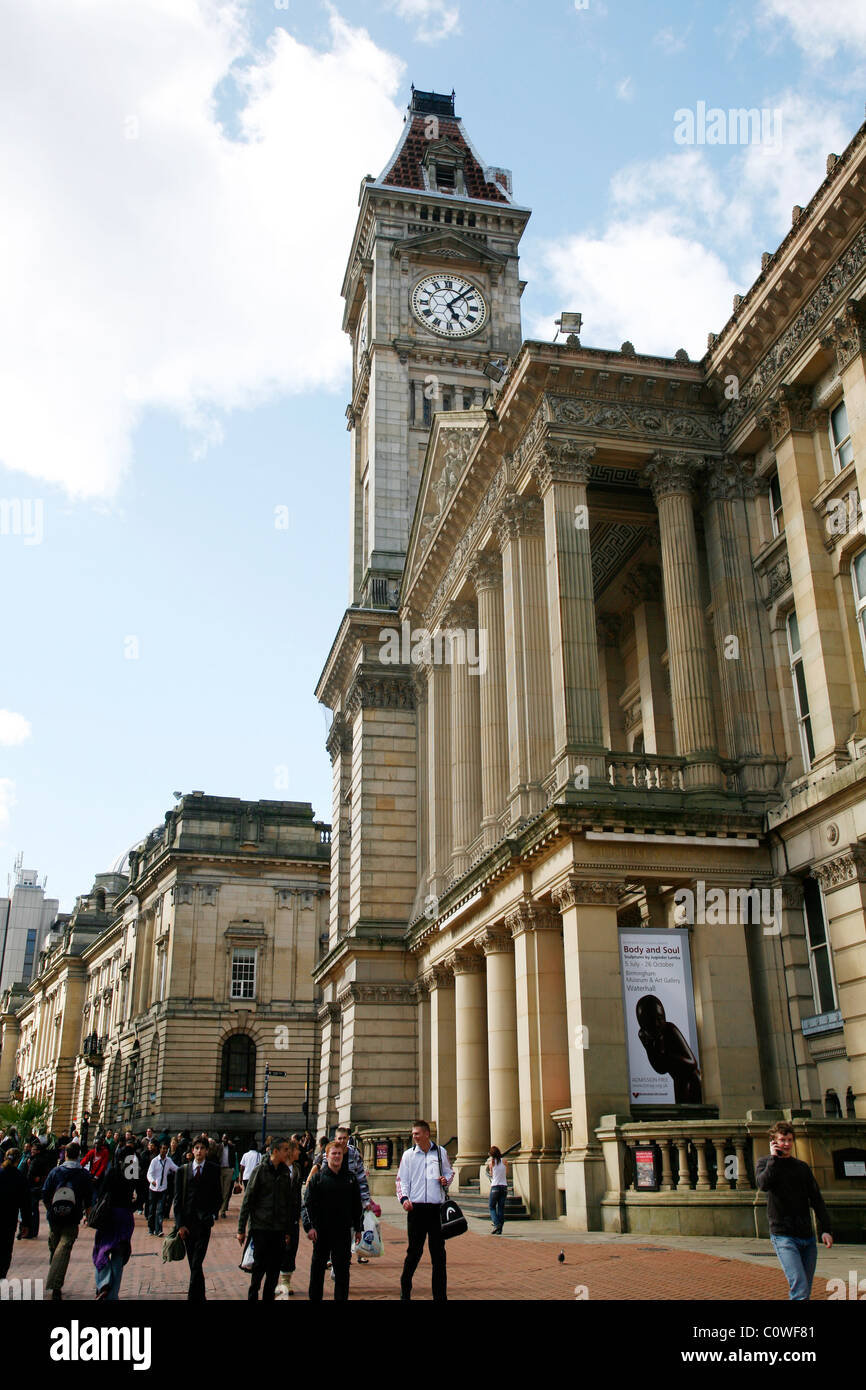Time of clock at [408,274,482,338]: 5:07
